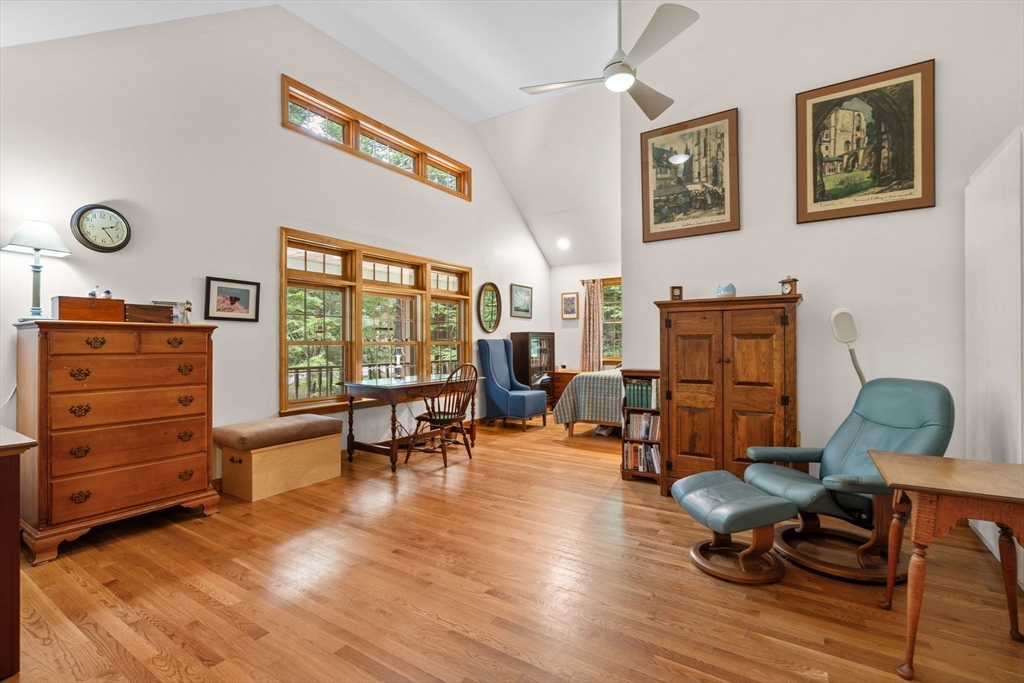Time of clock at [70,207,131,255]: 2:24
